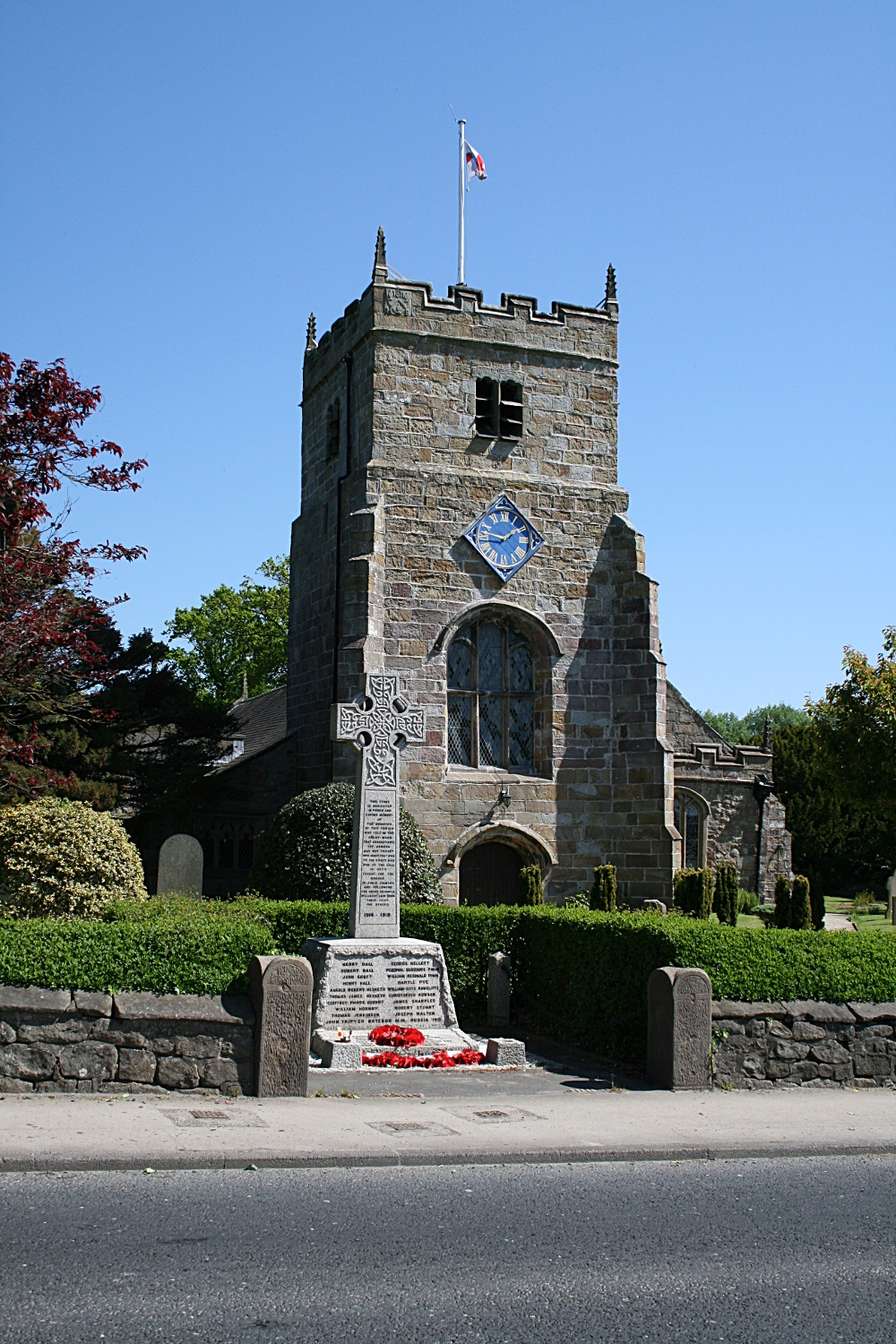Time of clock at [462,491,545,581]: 1:47
